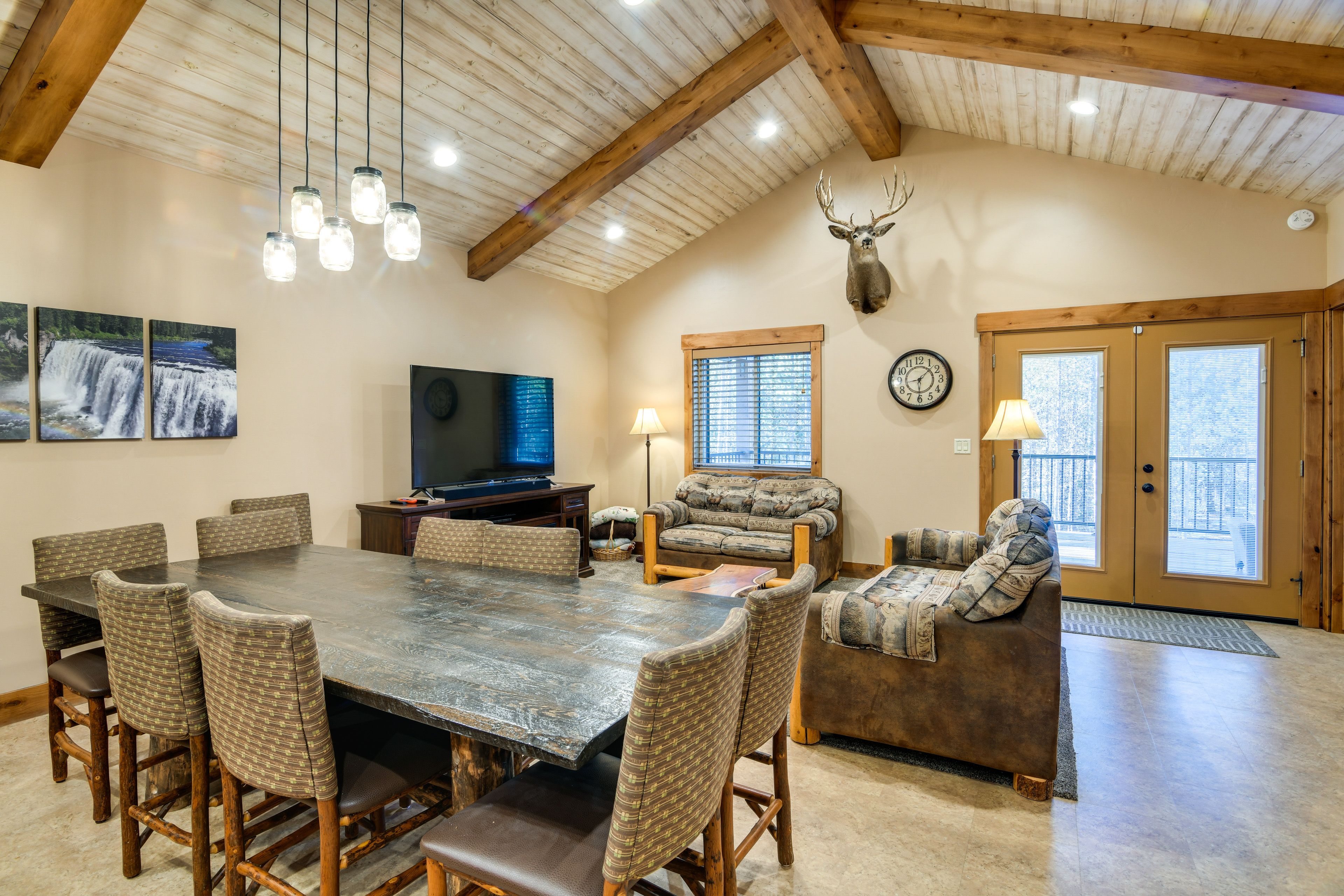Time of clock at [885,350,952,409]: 1:30
